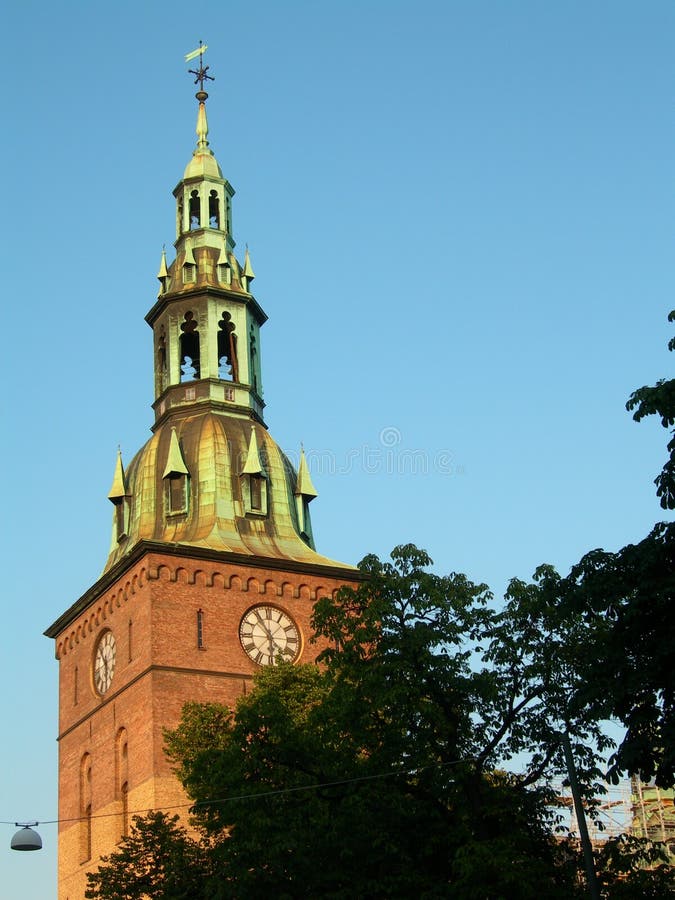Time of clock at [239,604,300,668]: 5:54
